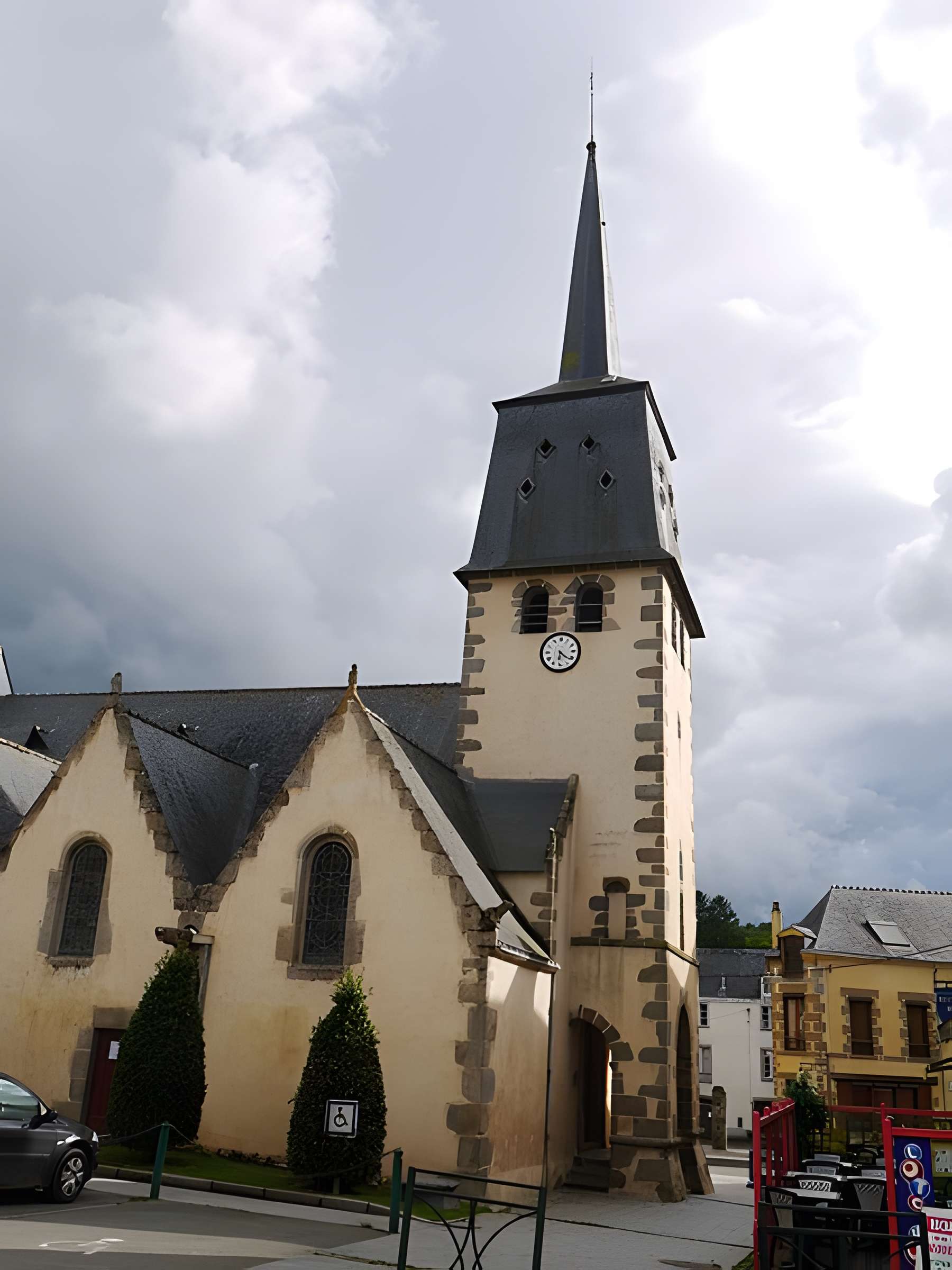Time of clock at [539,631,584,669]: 6:21
